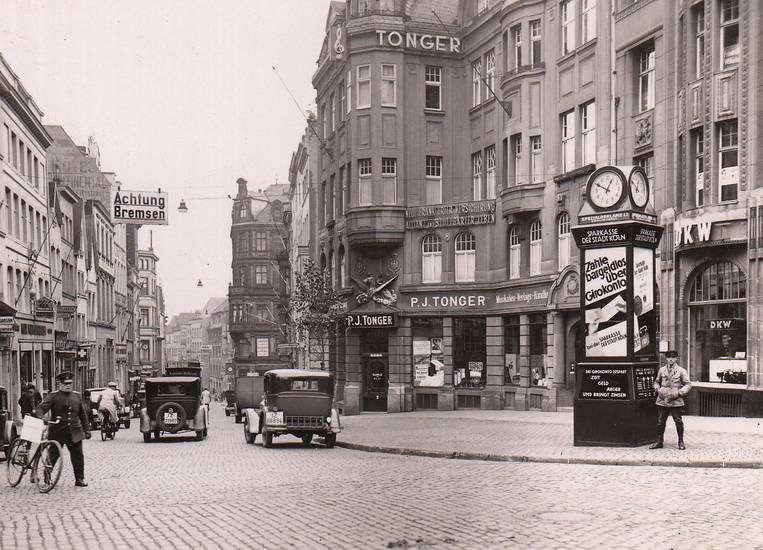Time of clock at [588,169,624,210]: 12:49
